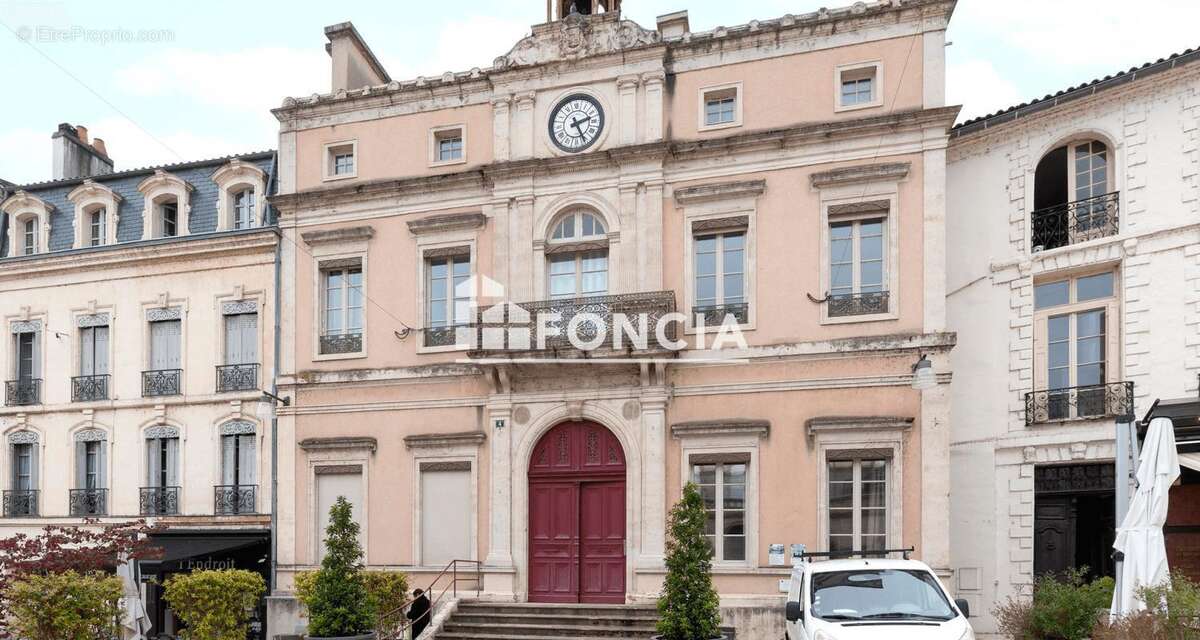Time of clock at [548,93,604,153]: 2:25
